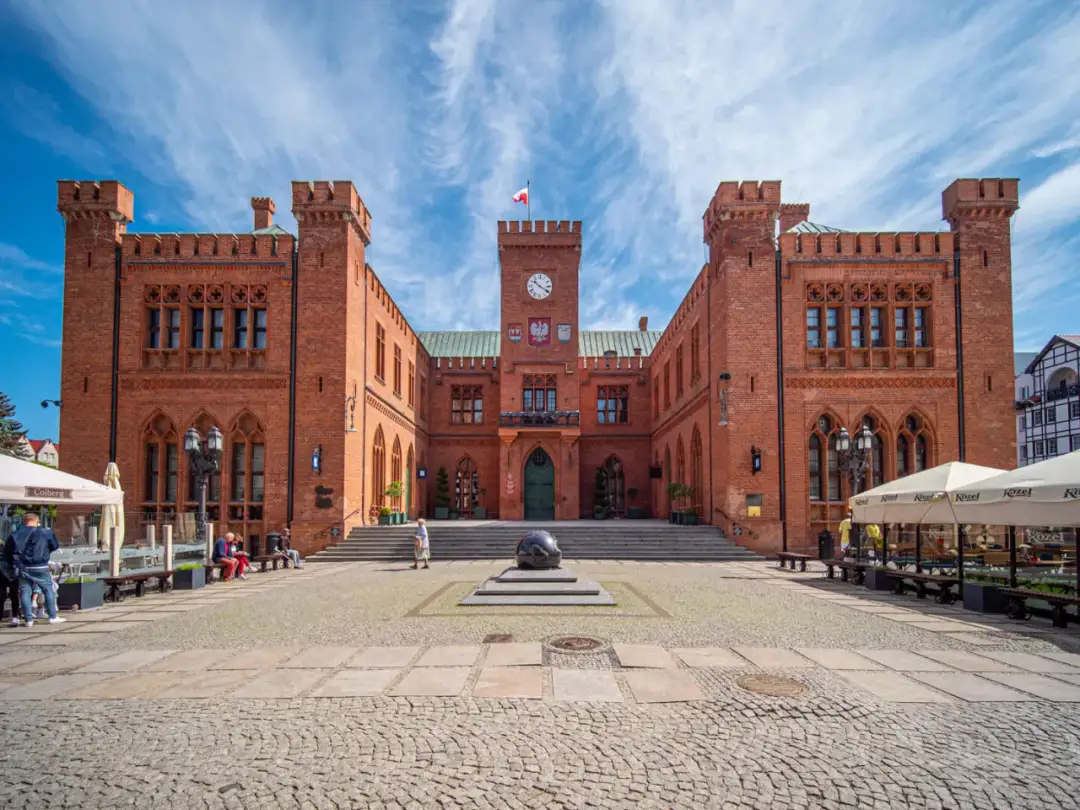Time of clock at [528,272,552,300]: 10:19
